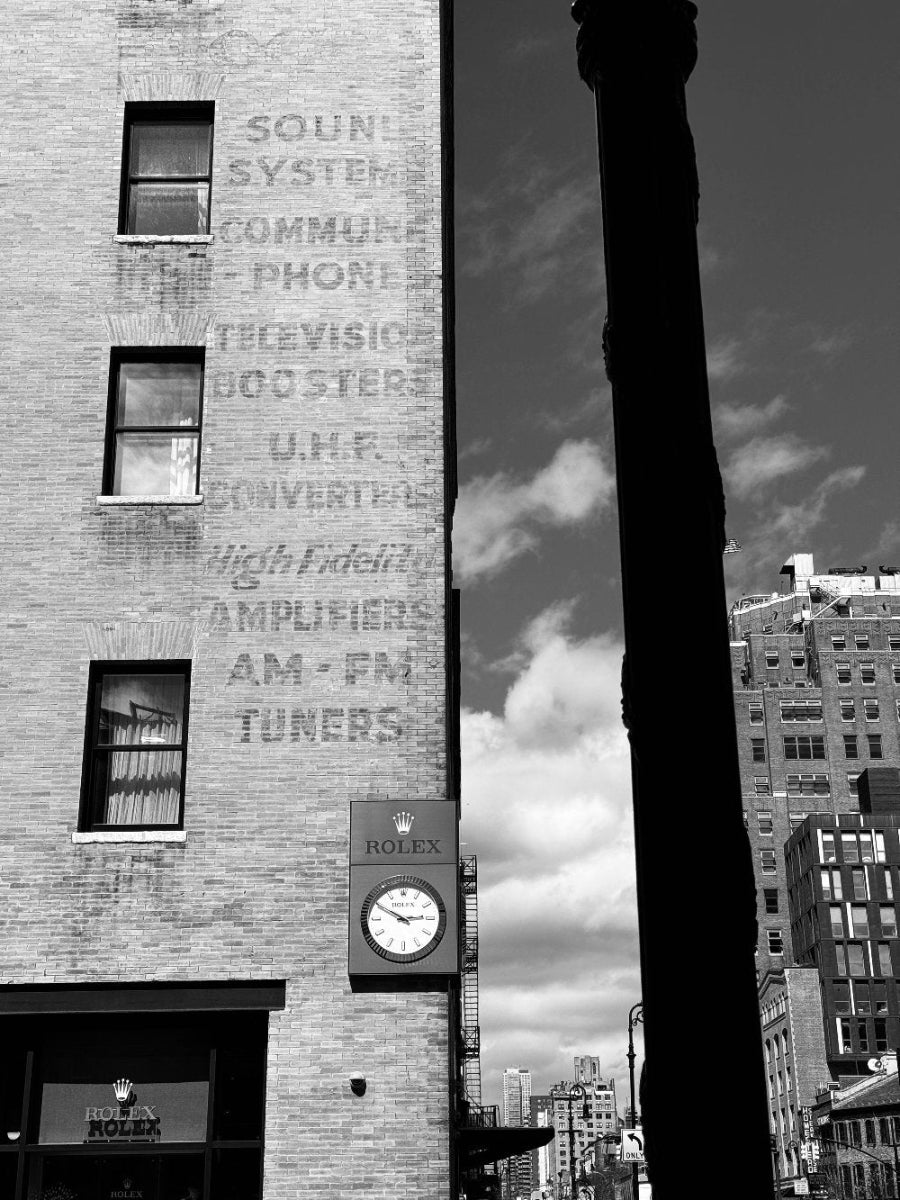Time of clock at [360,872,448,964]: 2:49
